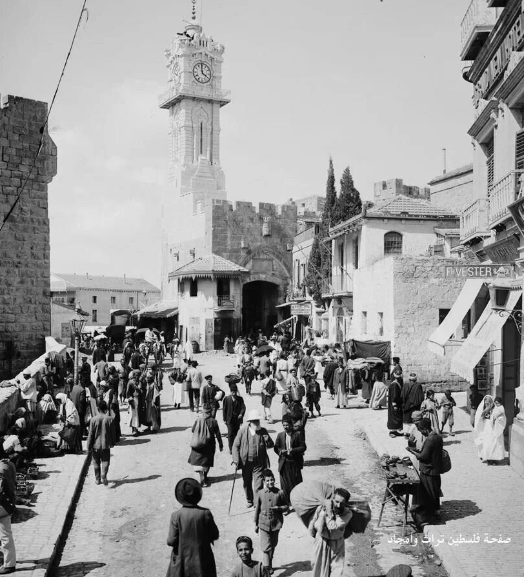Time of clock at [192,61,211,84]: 3:59
